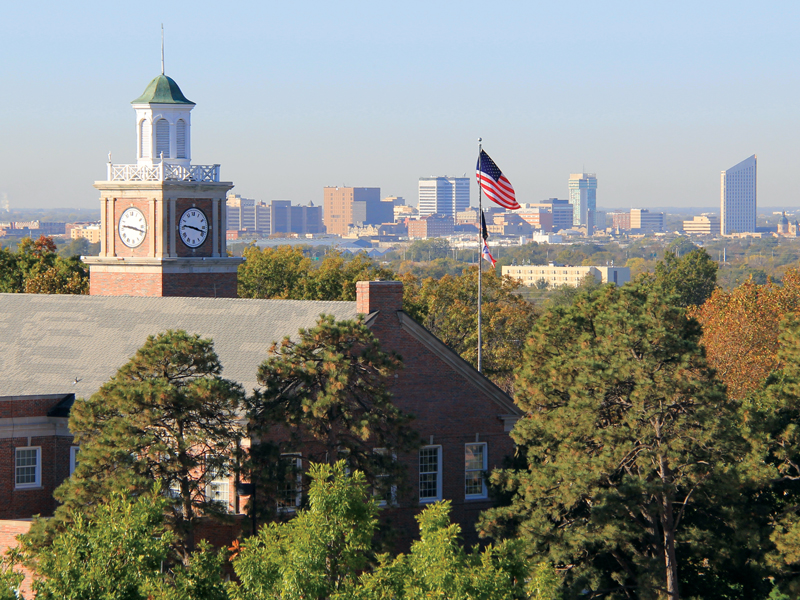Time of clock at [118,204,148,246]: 9:17
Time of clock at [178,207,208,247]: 9:17
